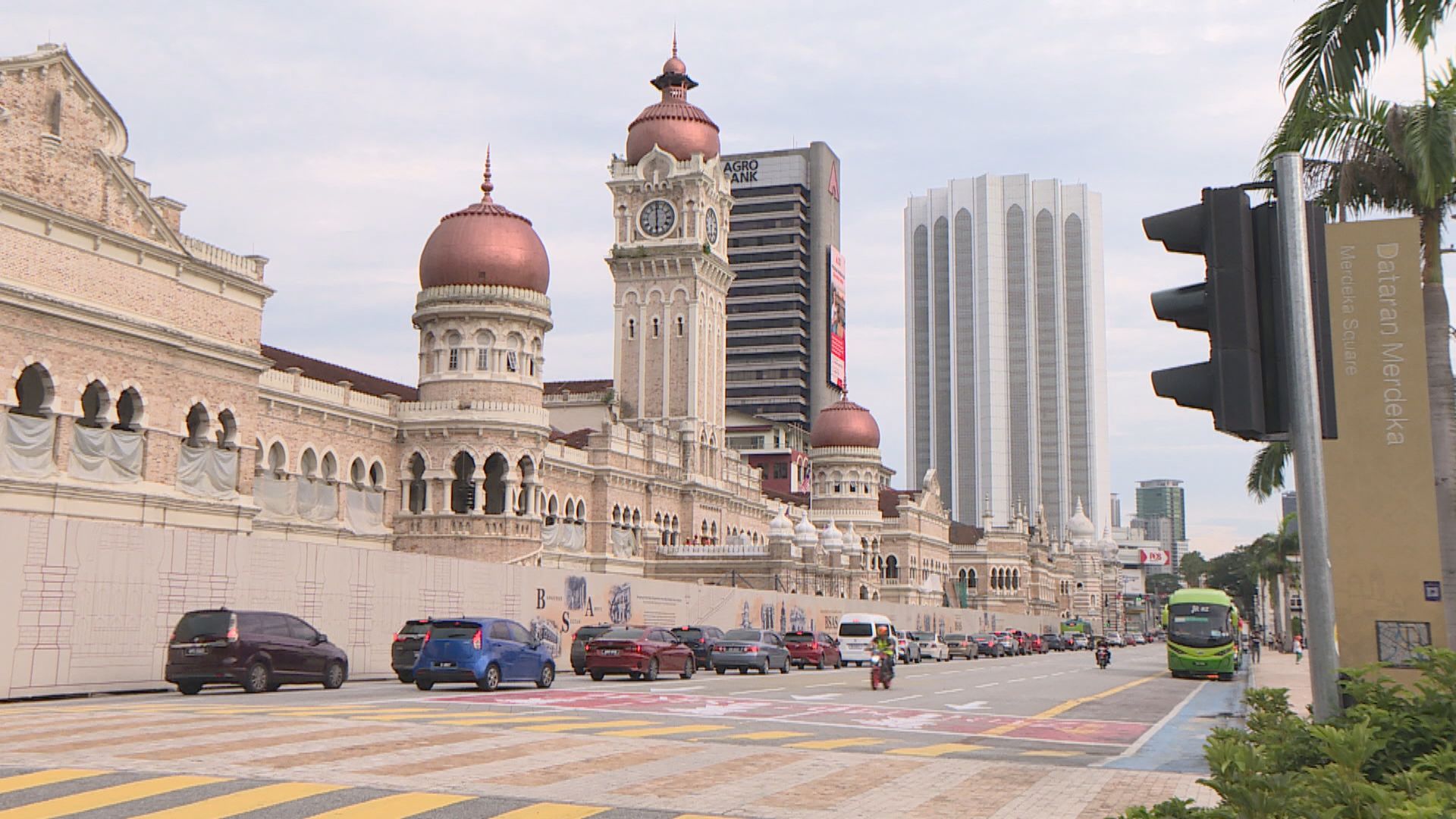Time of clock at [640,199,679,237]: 5:59
